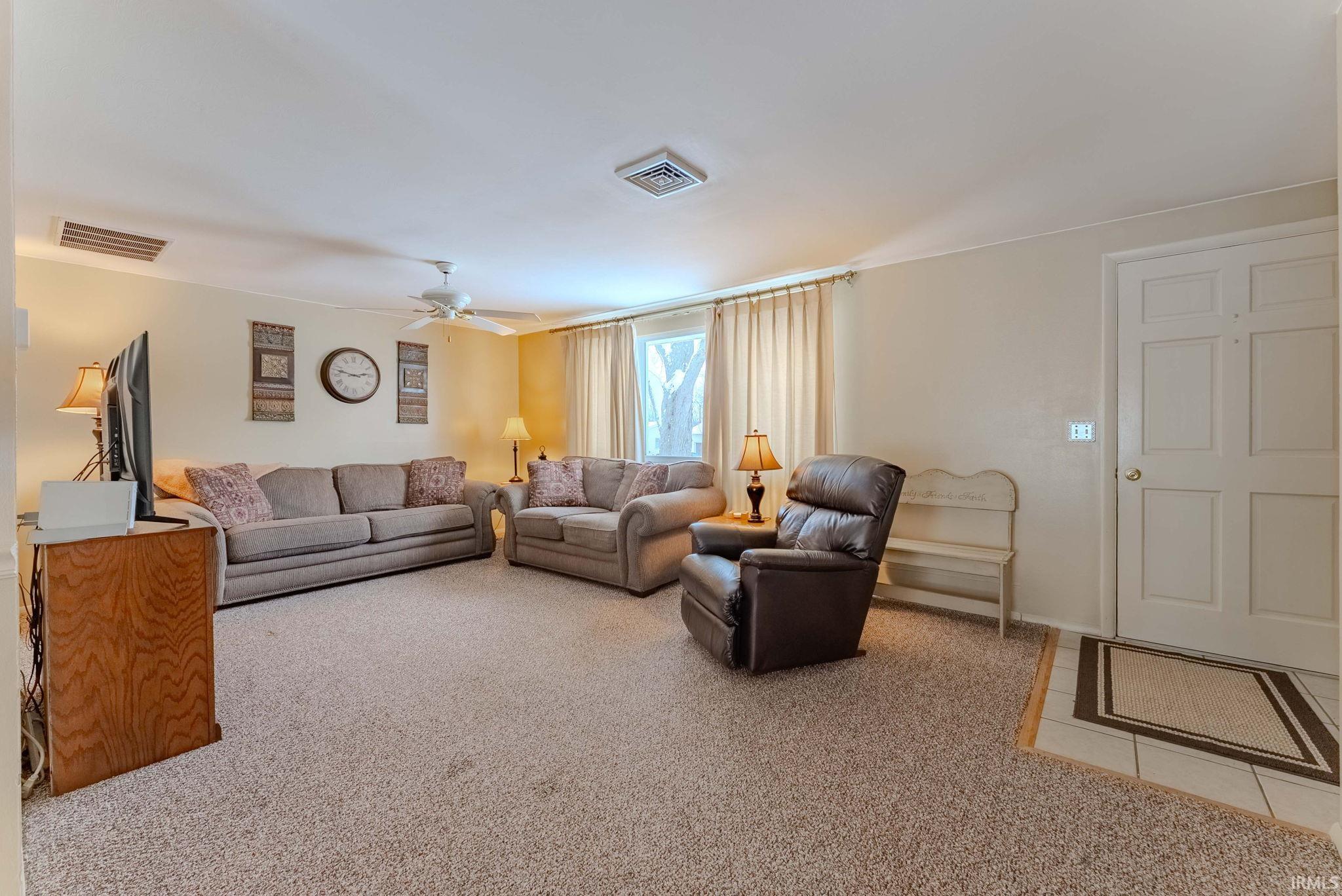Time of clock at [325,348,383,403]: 2:47
